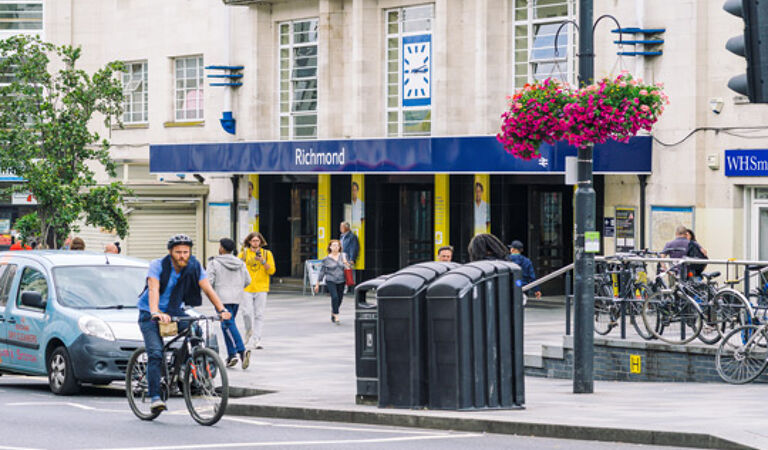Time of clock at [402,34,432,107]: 3:12
